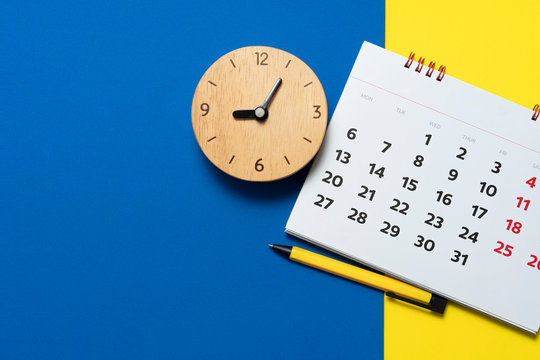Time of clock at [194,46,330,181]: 9:05
